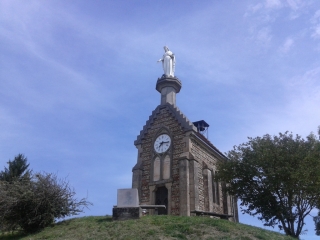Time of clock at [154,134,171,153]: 7:15
